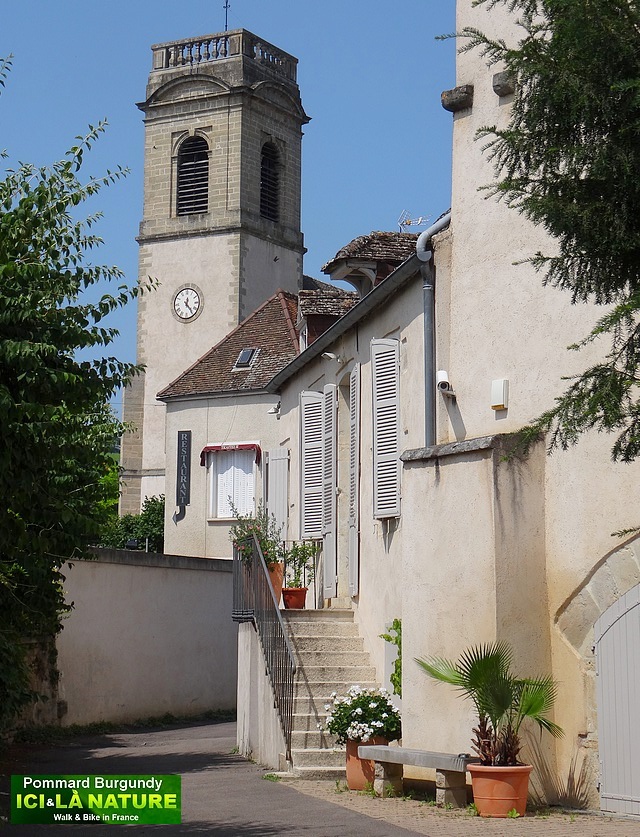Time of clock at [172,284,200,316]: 12:23
